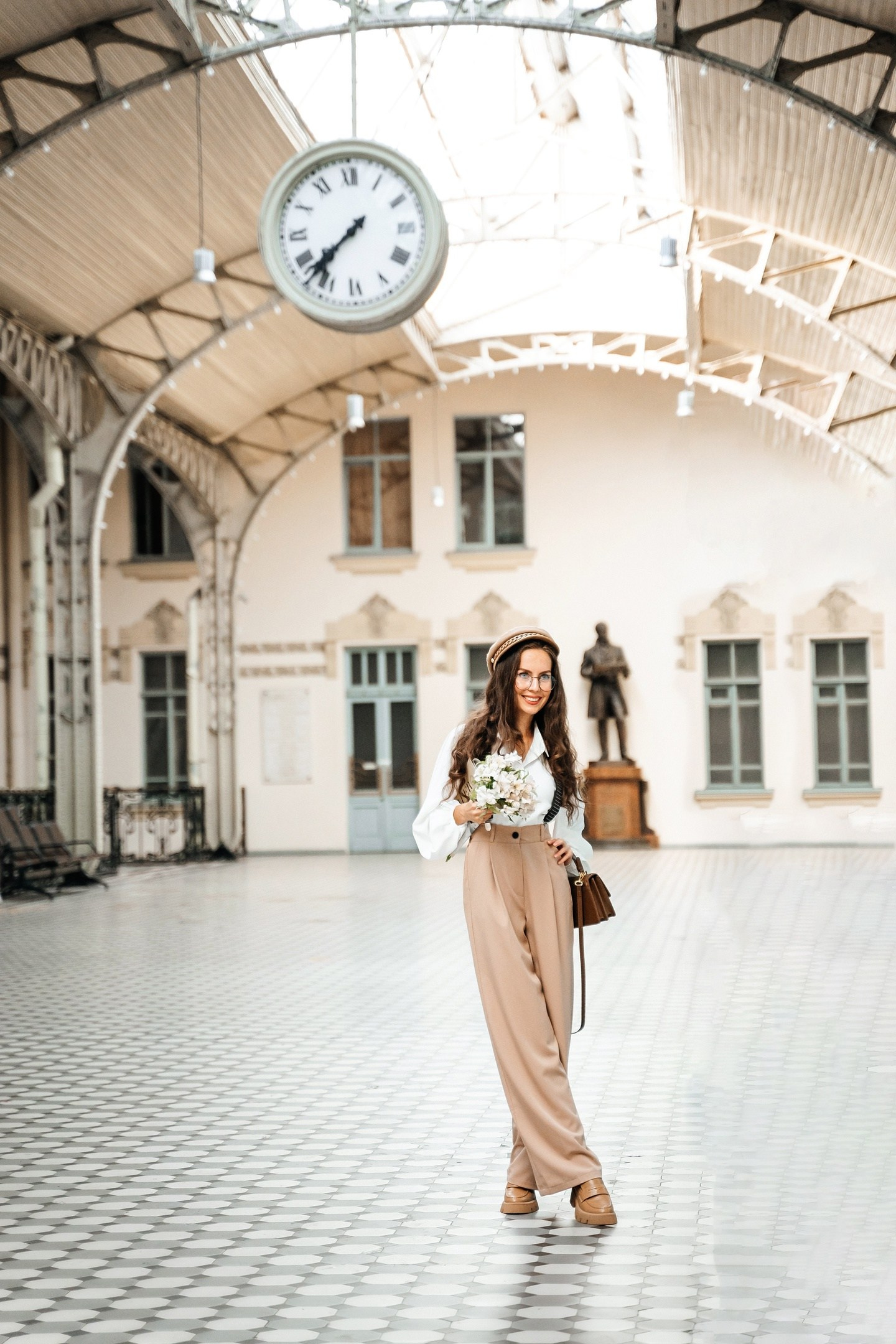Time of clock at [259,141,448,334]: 7:37
